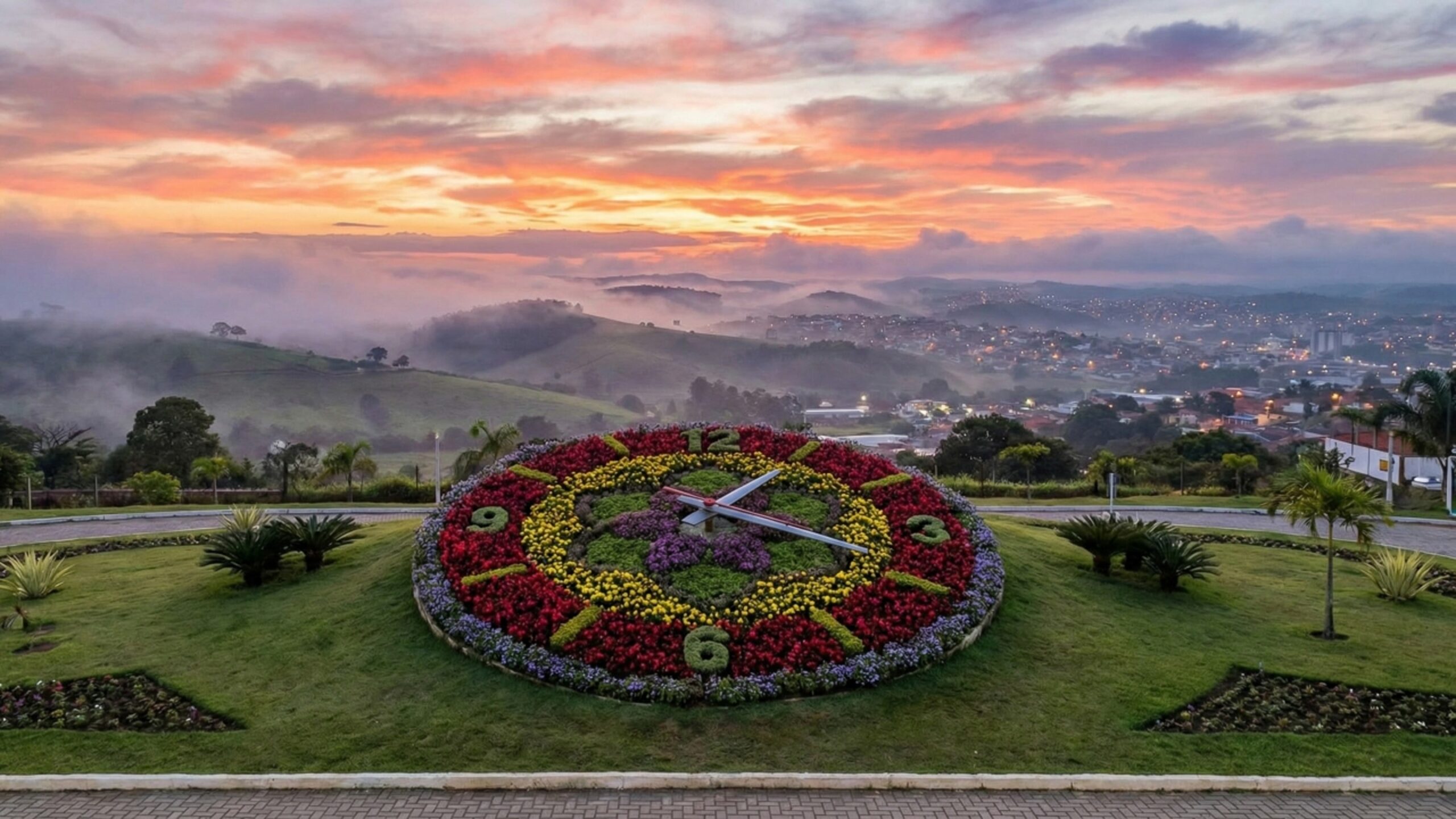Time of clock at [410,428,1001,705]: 1:18
